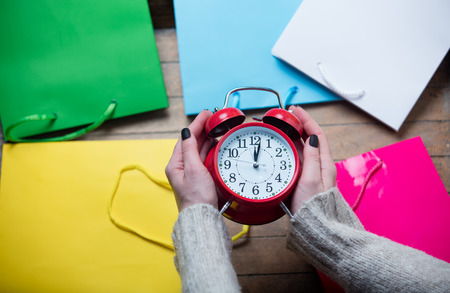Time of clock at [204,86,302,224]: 12:01
